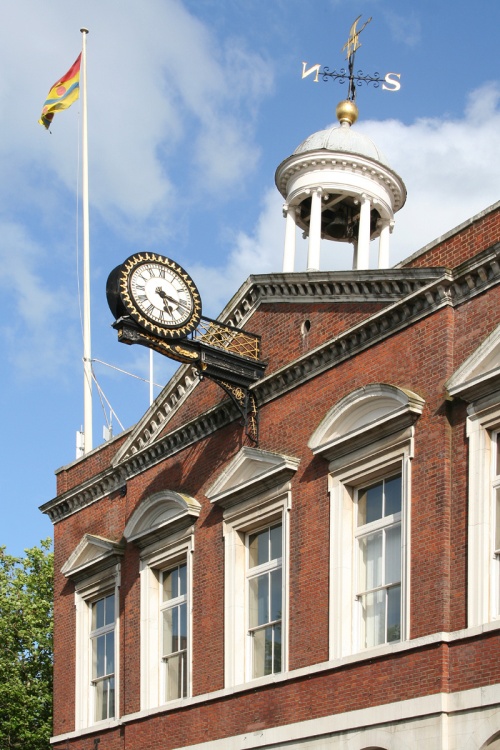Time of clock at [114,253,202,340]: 5:17
